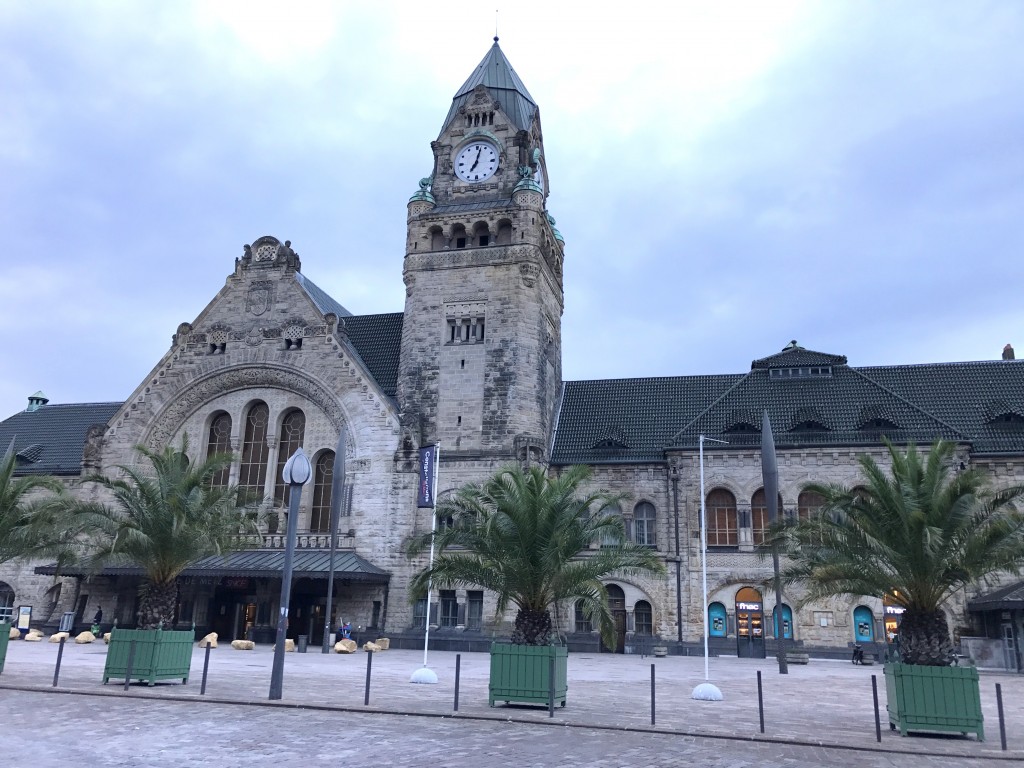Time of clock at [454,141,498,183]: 7:02
